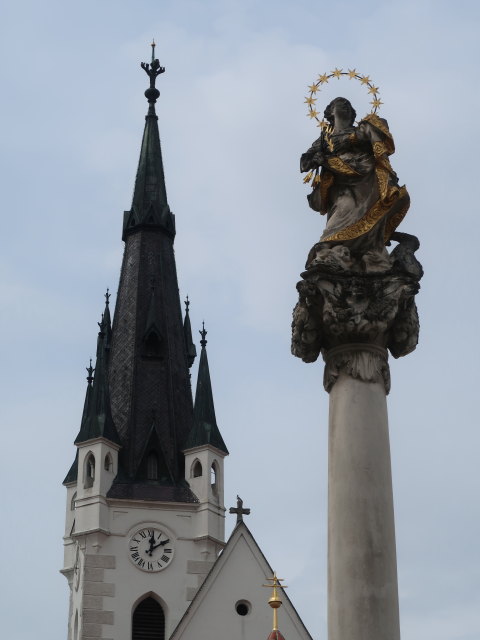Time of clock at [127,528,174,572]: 12:09
